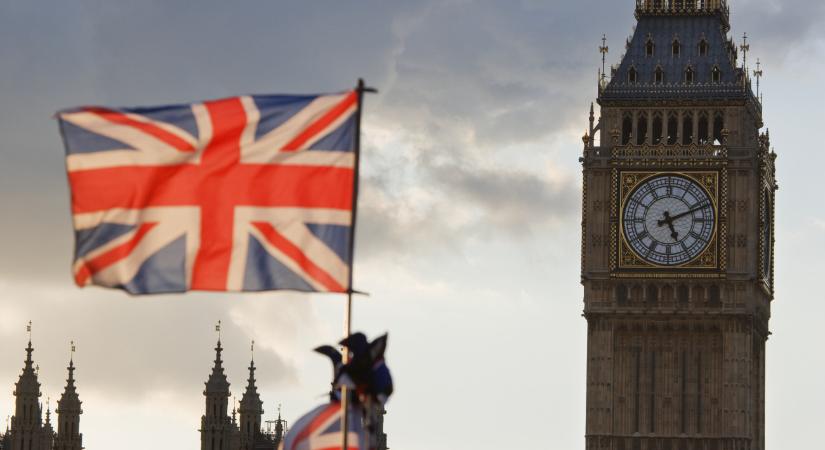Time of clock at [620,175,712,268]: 5:11
